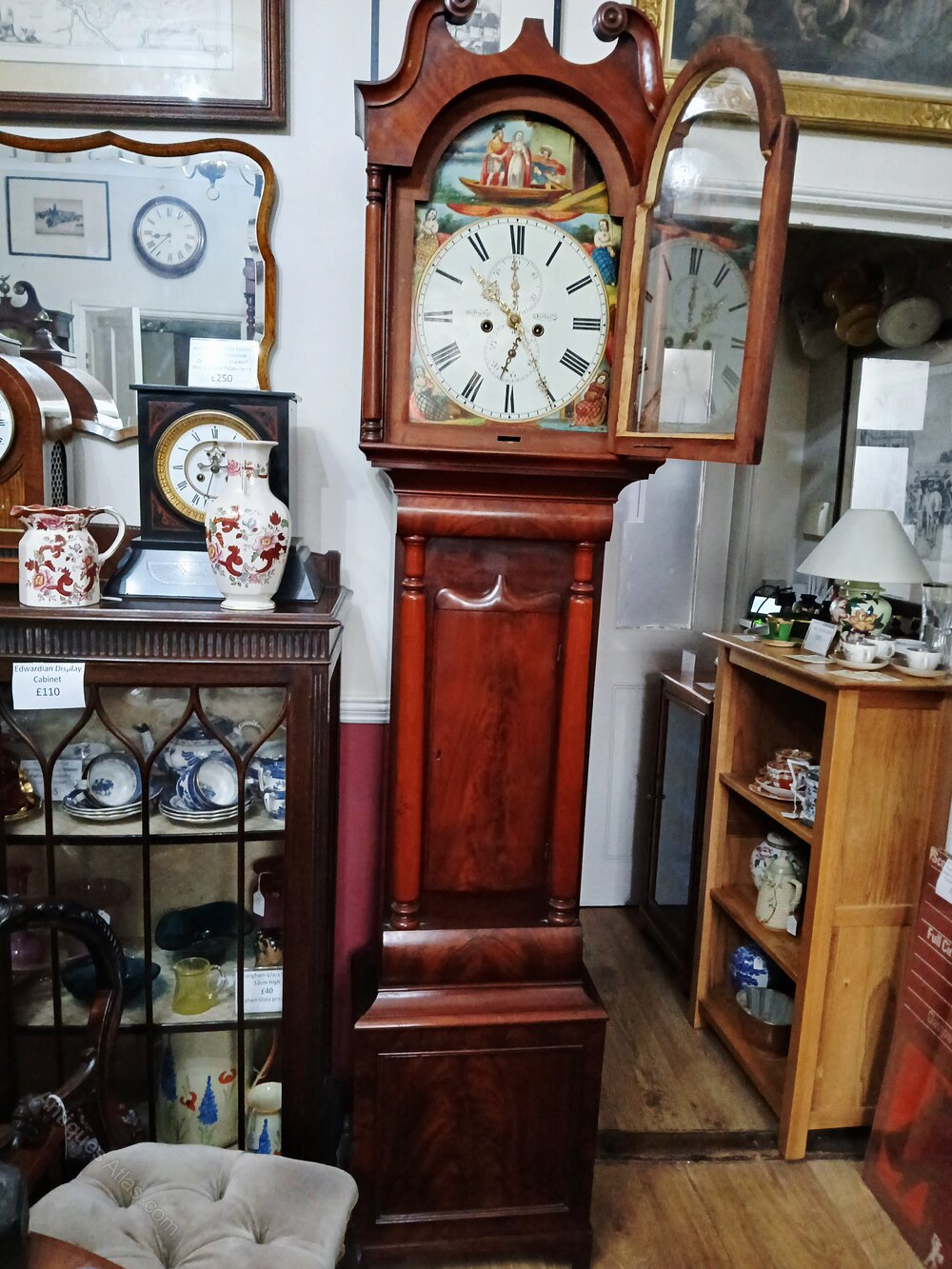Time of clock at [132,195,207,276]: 8:37
